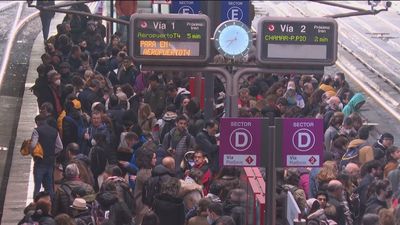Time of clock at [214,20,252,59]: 8:37
